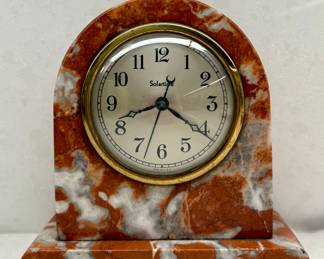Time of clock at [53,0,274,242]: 8:20
